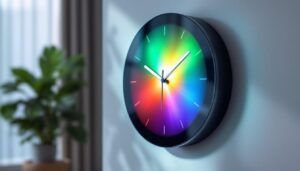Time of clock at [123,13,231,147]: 1:49
